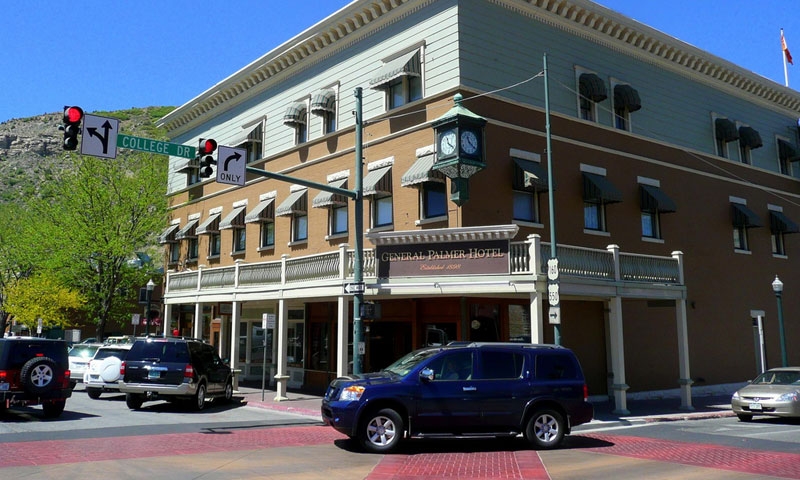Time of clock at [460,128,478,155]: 11:21
